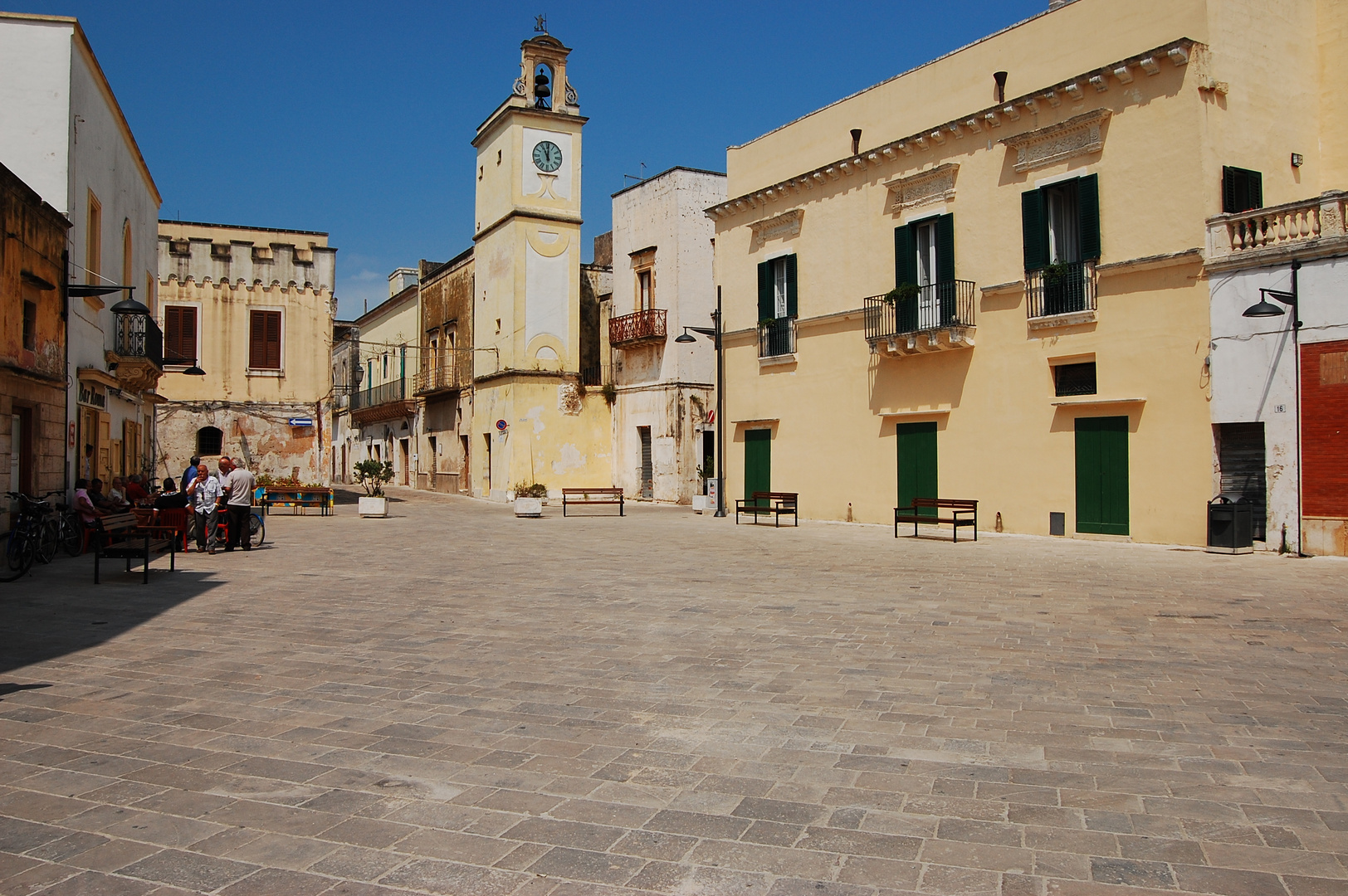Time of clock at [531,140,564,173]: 11:00
